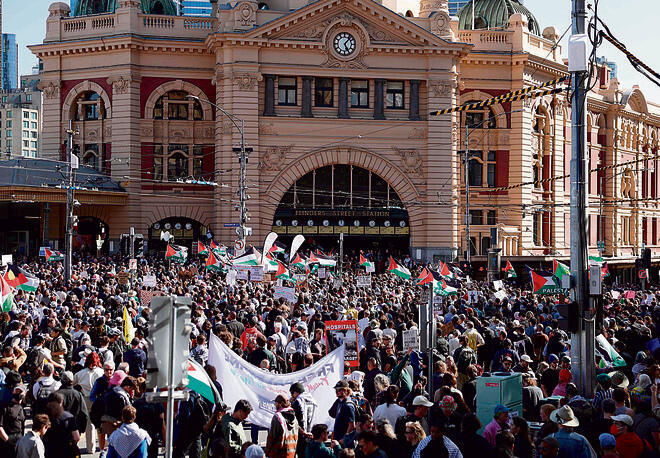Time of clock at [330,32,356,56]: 5:06
